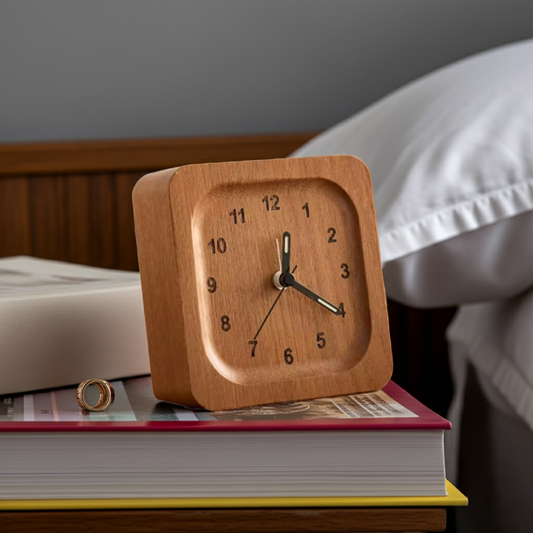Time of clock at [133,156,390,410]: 12:20
